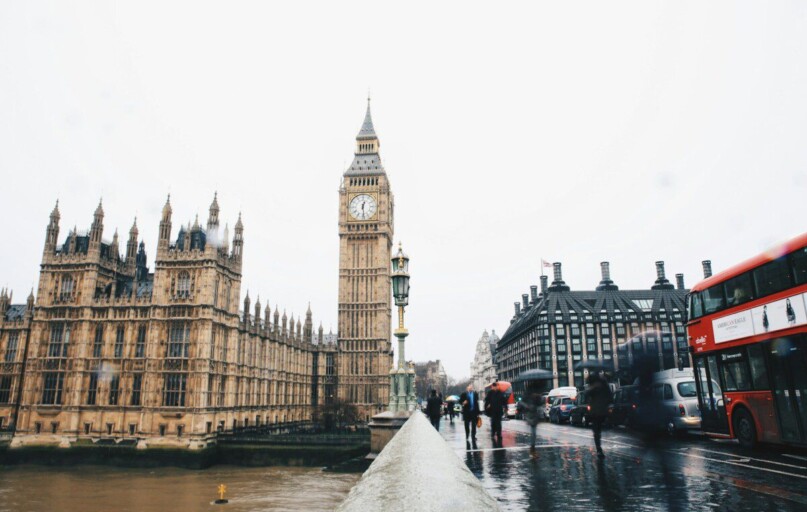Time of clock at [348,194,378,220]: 12:28
